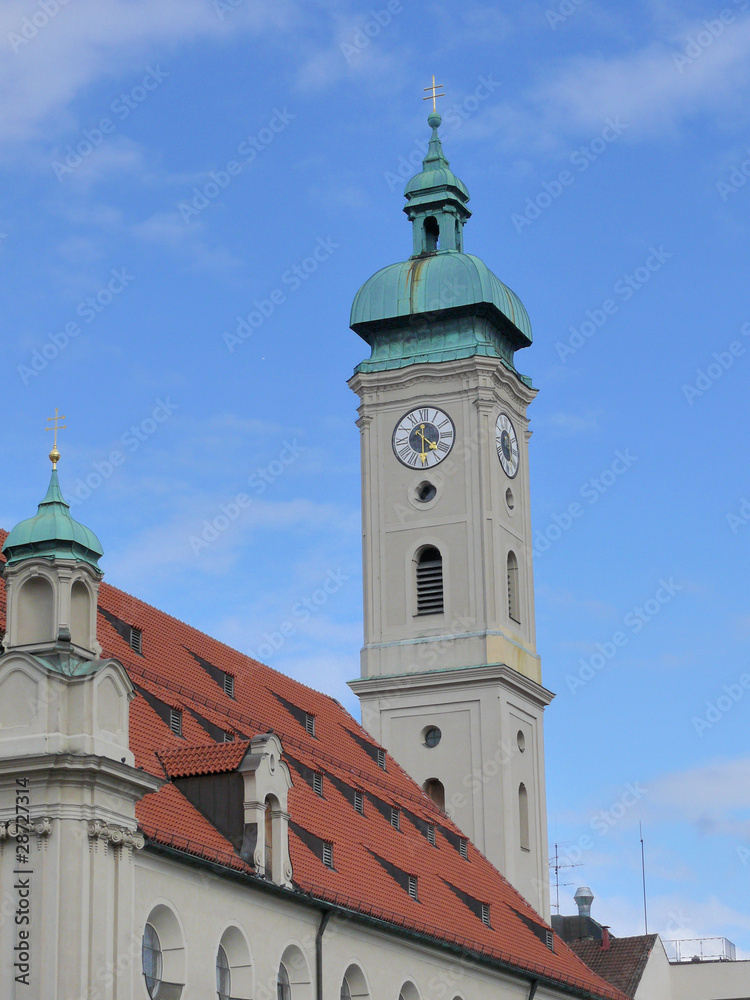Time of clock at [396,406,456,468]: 4:30
